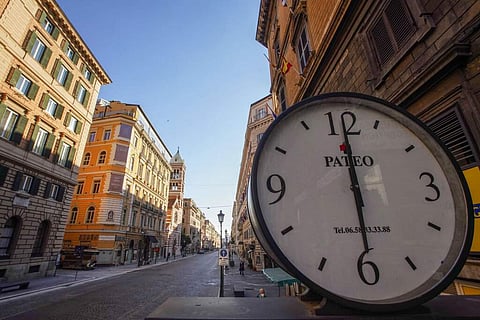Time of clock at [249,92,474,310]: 6:00
